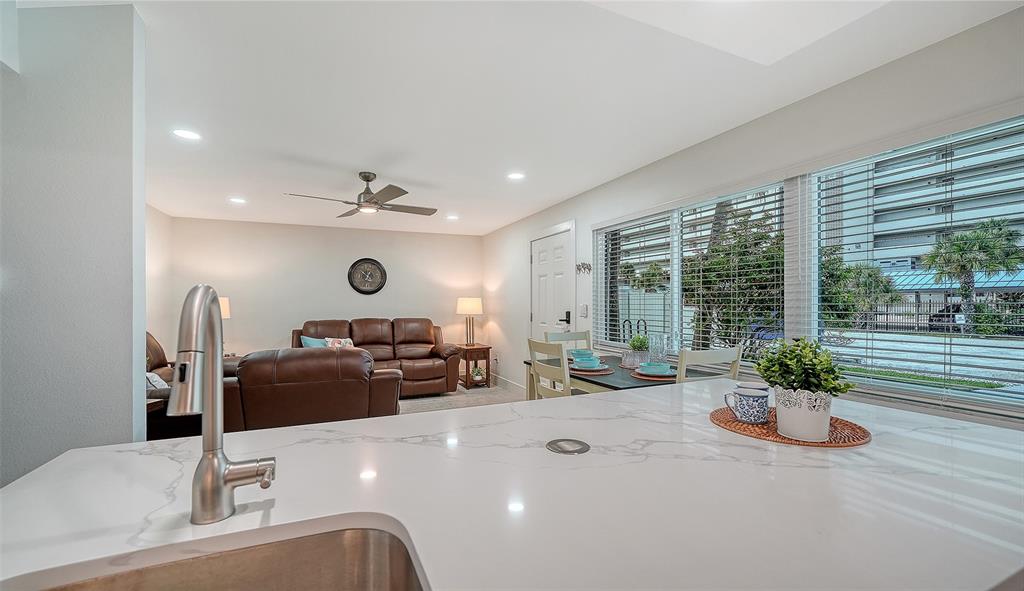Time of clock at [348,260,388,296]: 10:34
